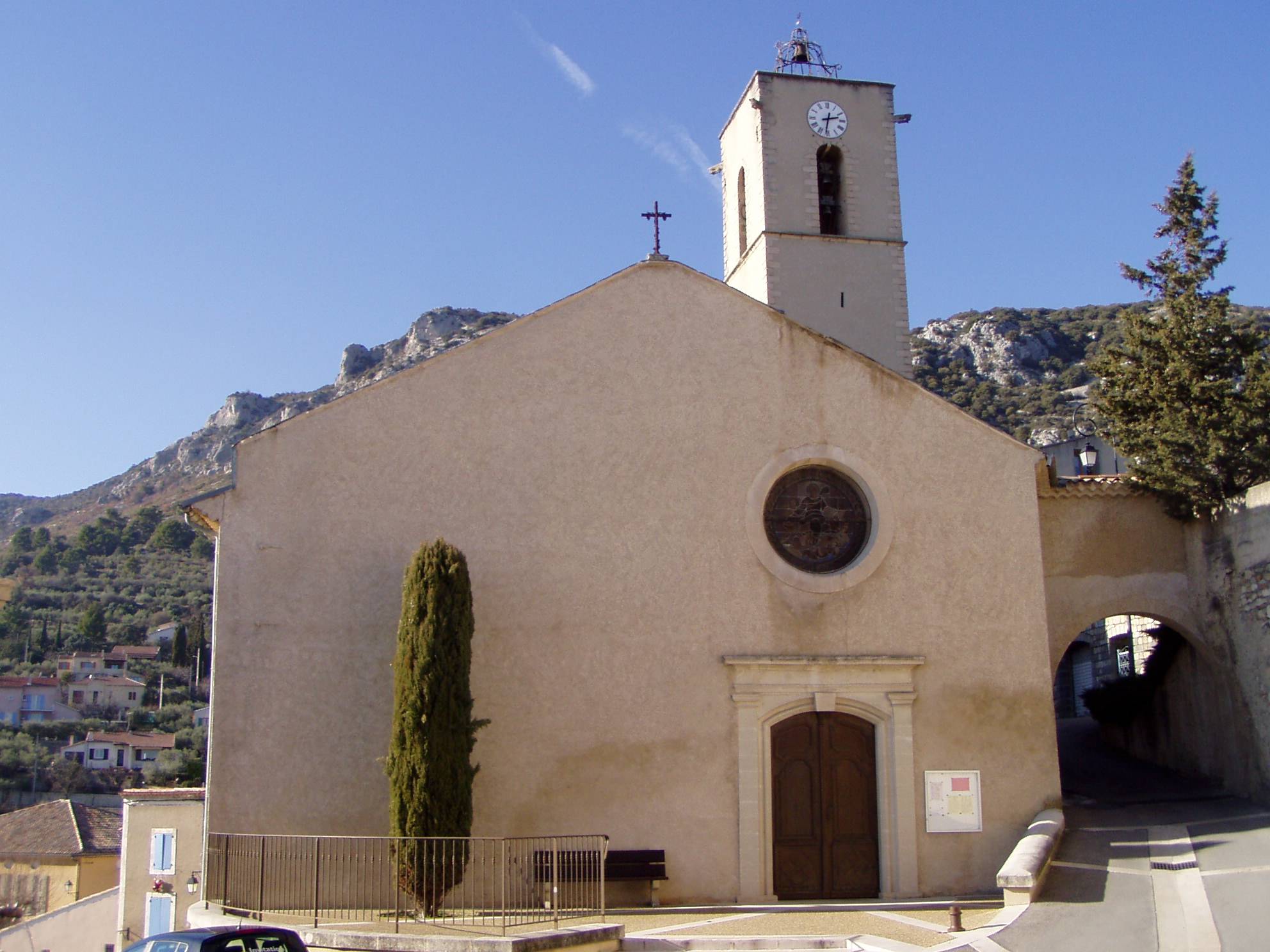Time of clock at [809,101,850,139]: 2:31
